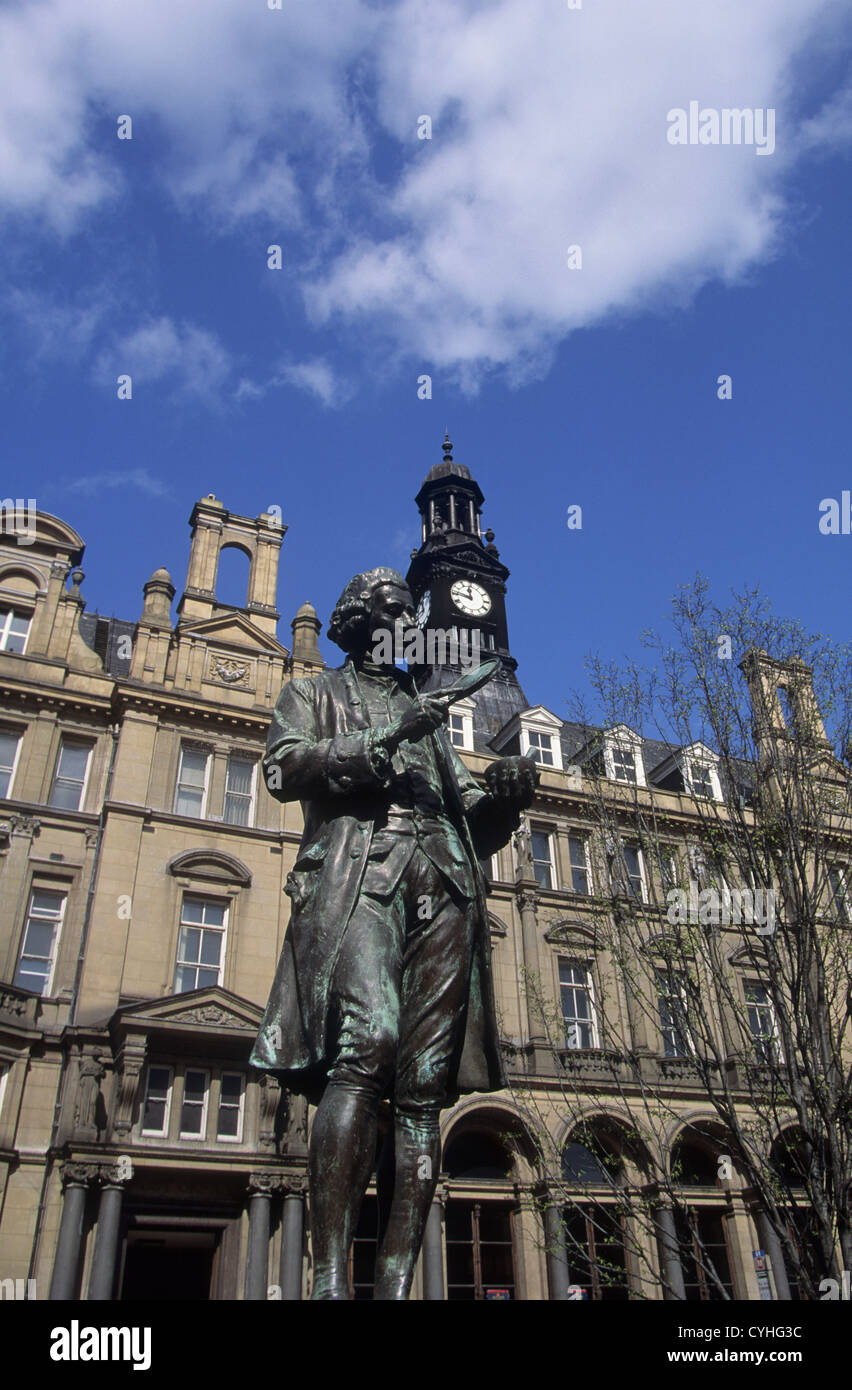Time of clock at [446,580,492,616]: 11:46
